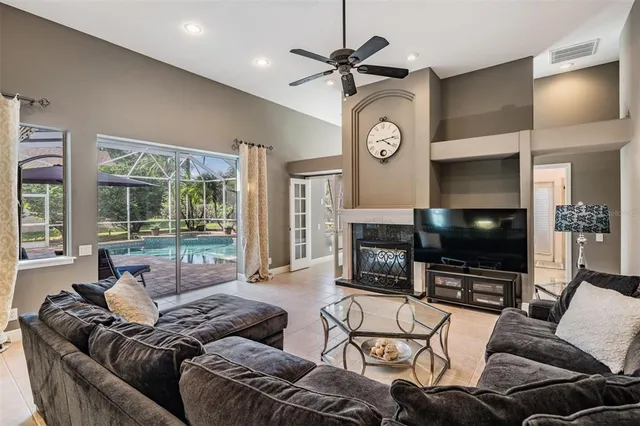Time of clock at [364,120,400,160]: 4:13
